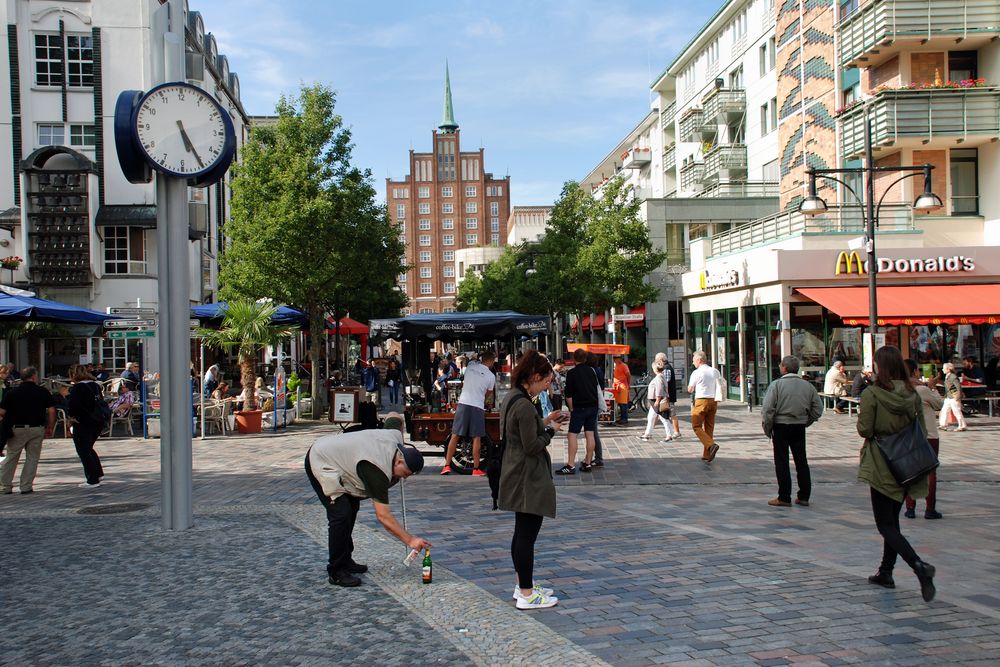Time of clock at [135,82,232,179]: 5:25
